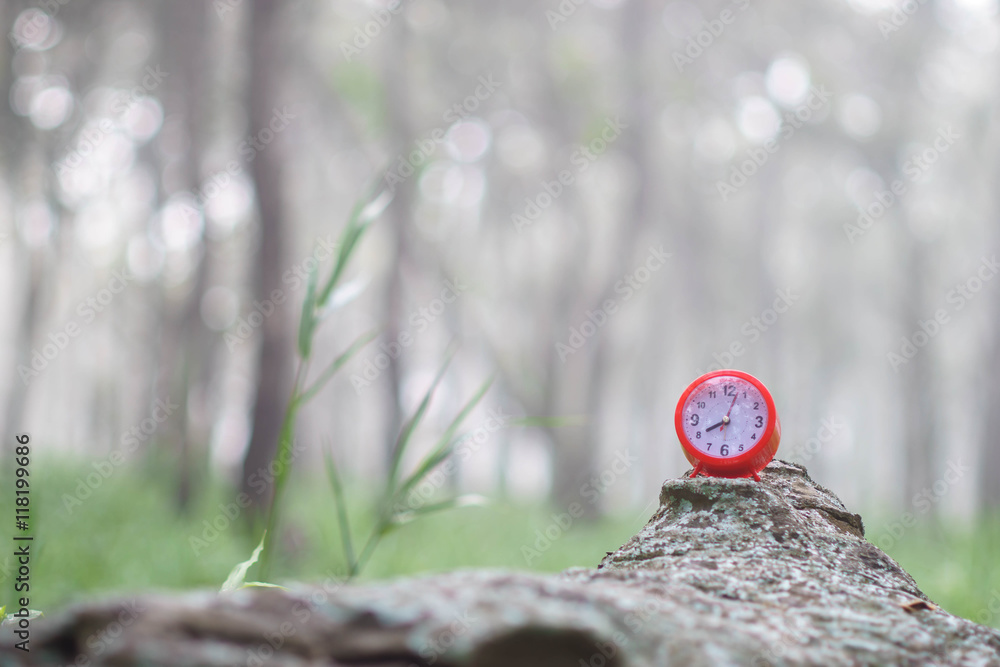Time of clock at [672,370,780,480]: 8:03
